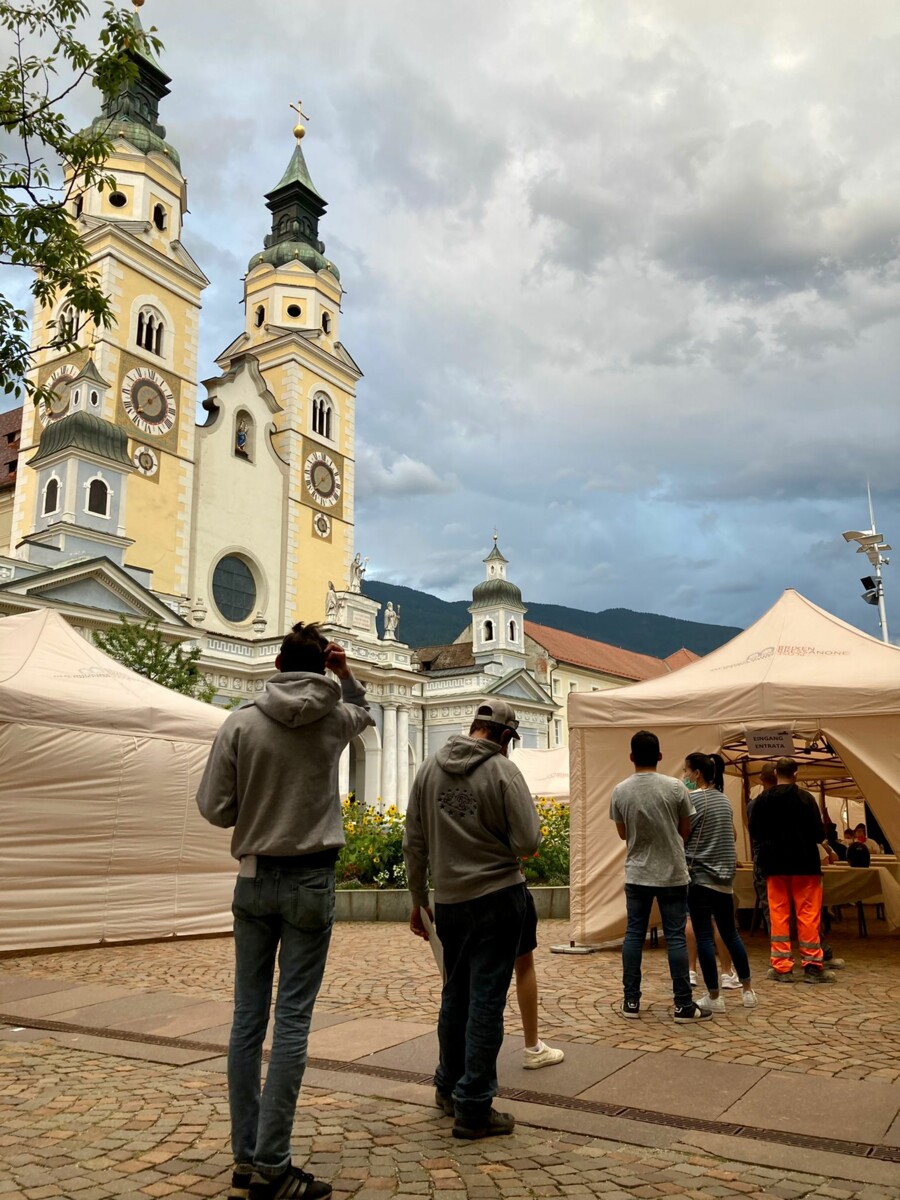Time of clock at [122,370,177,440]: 1:37
